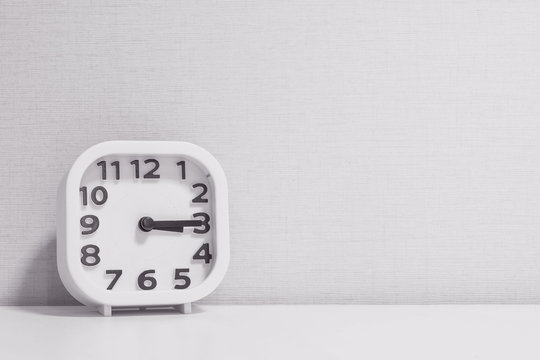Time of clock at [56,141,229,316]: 3:14
